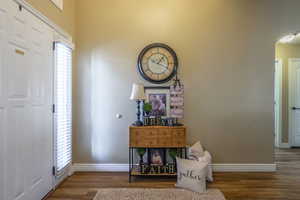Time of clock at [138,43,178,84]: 1:18
